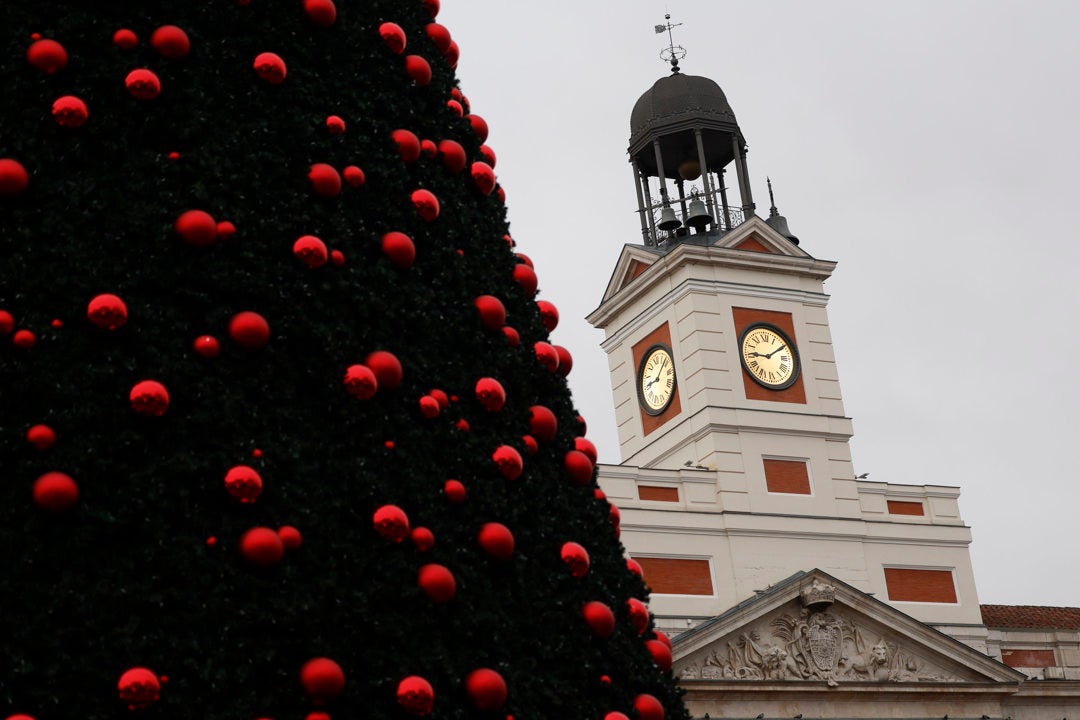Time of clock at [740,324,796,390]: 9:09
